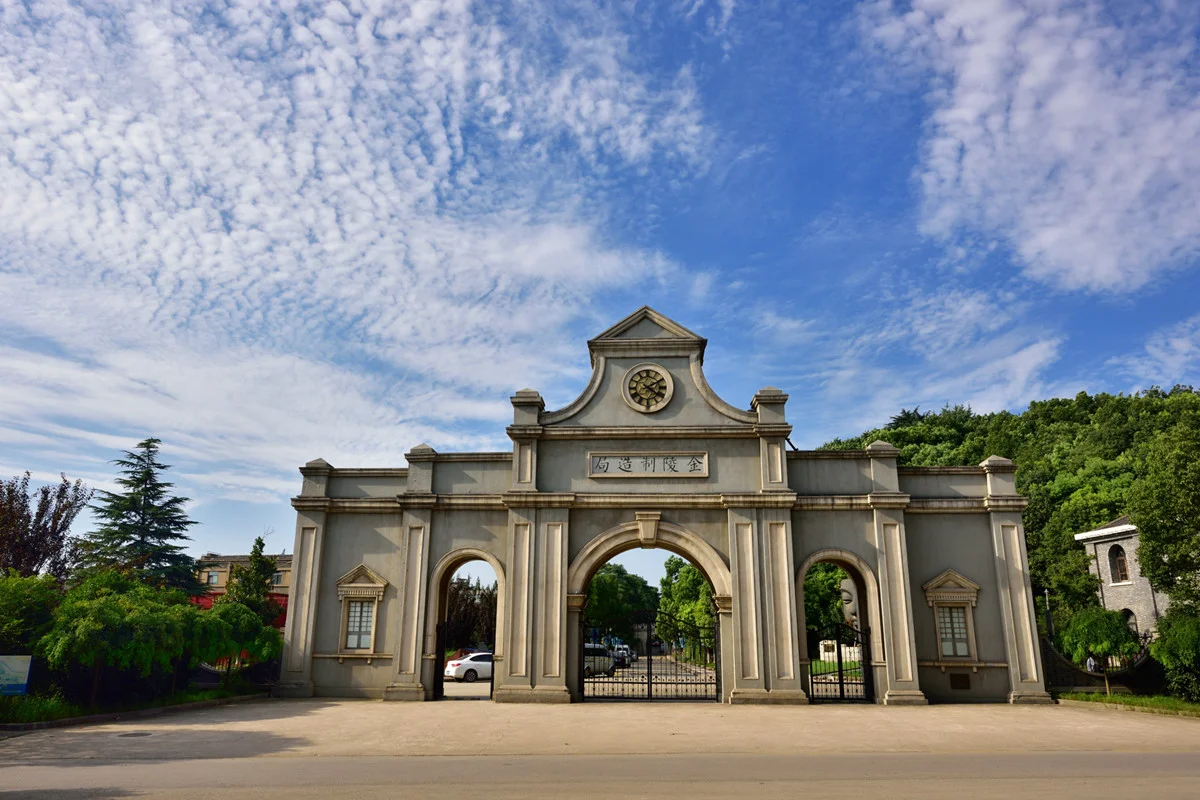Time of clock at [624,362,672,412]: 4:10
